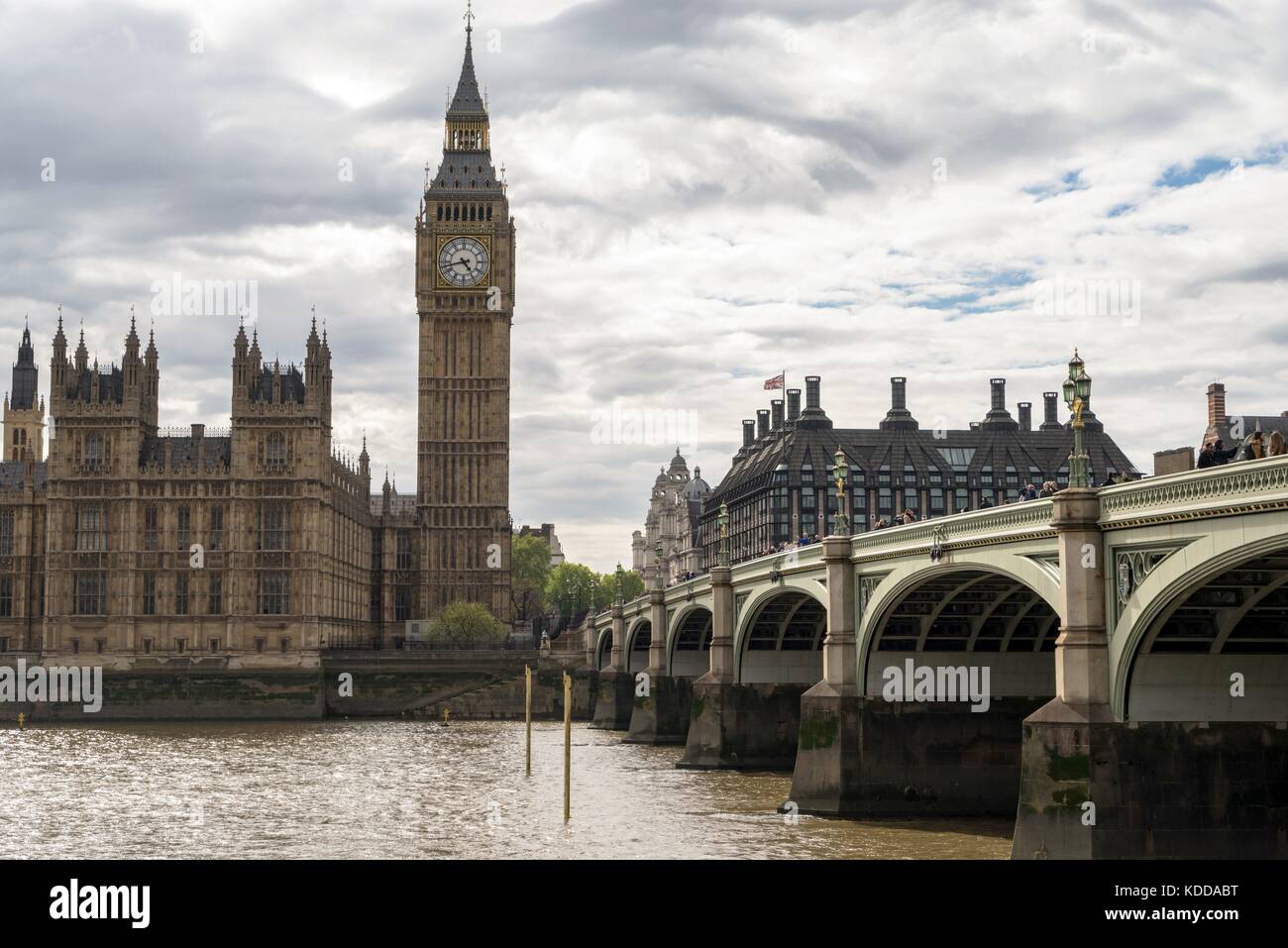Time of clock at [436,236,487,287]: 4:42
